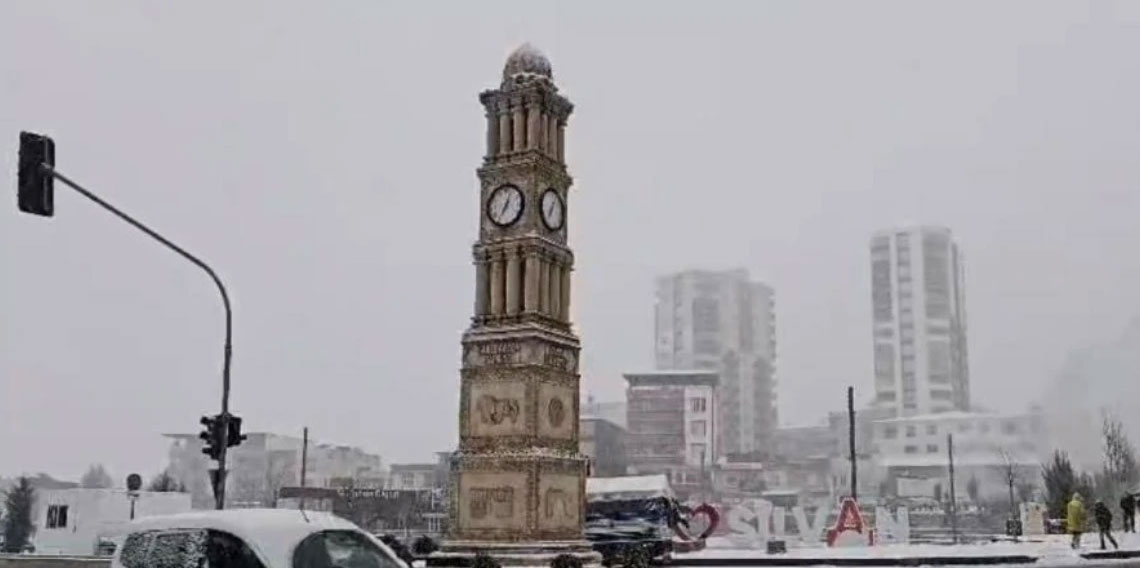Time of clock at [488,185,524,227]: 7:03
